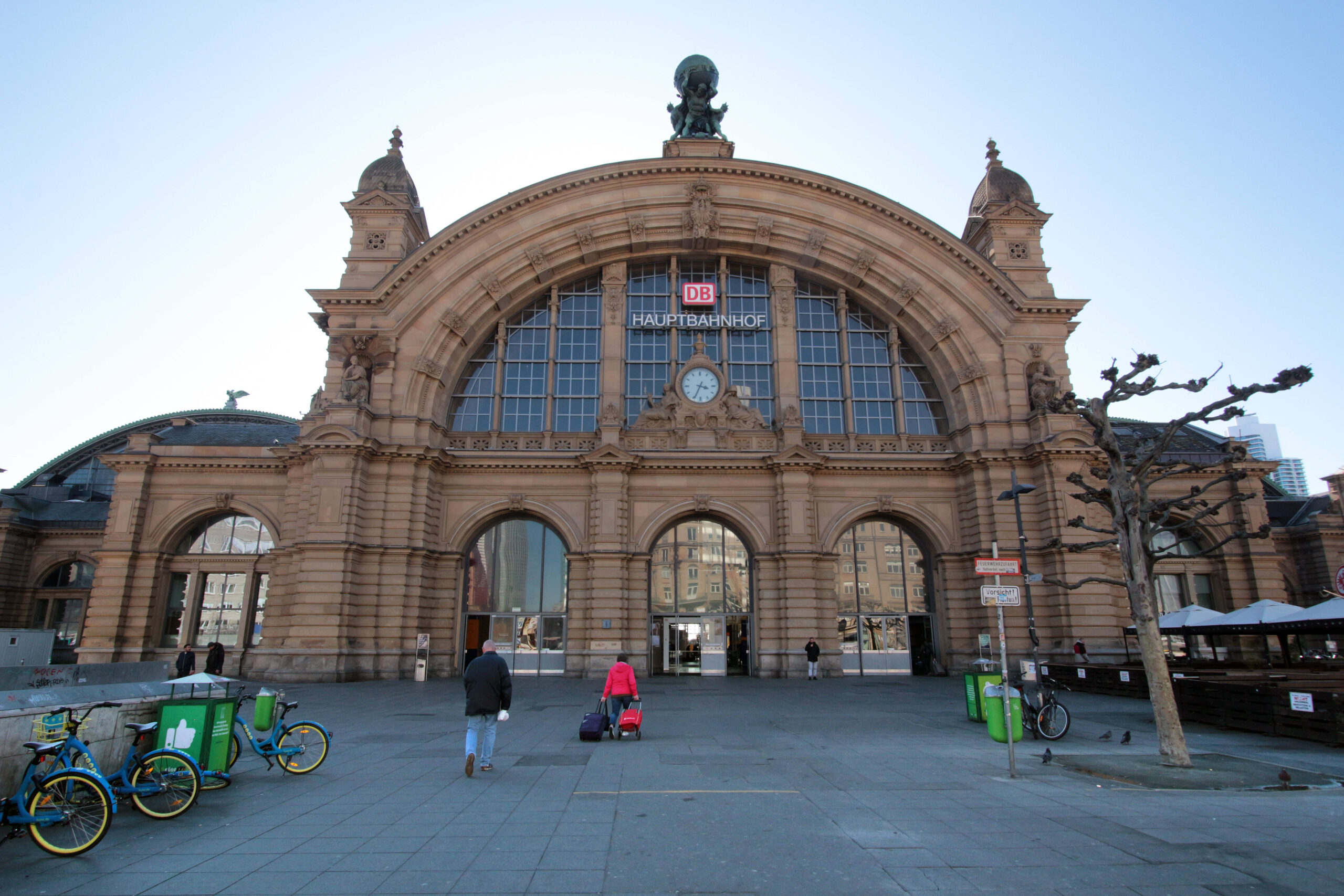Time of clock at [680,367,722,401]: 3:34
